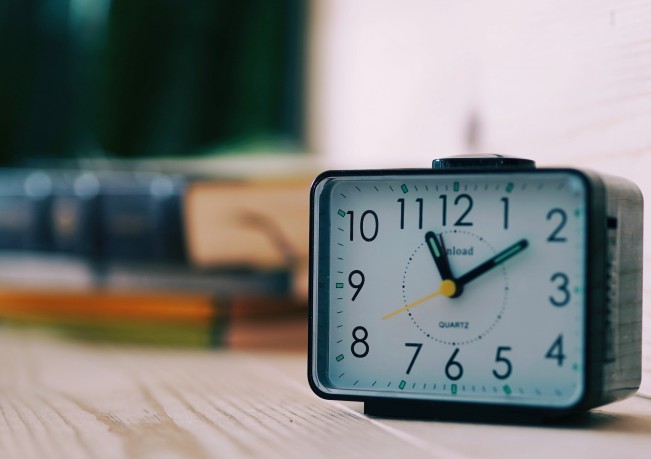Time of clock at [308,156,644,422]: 11:09
